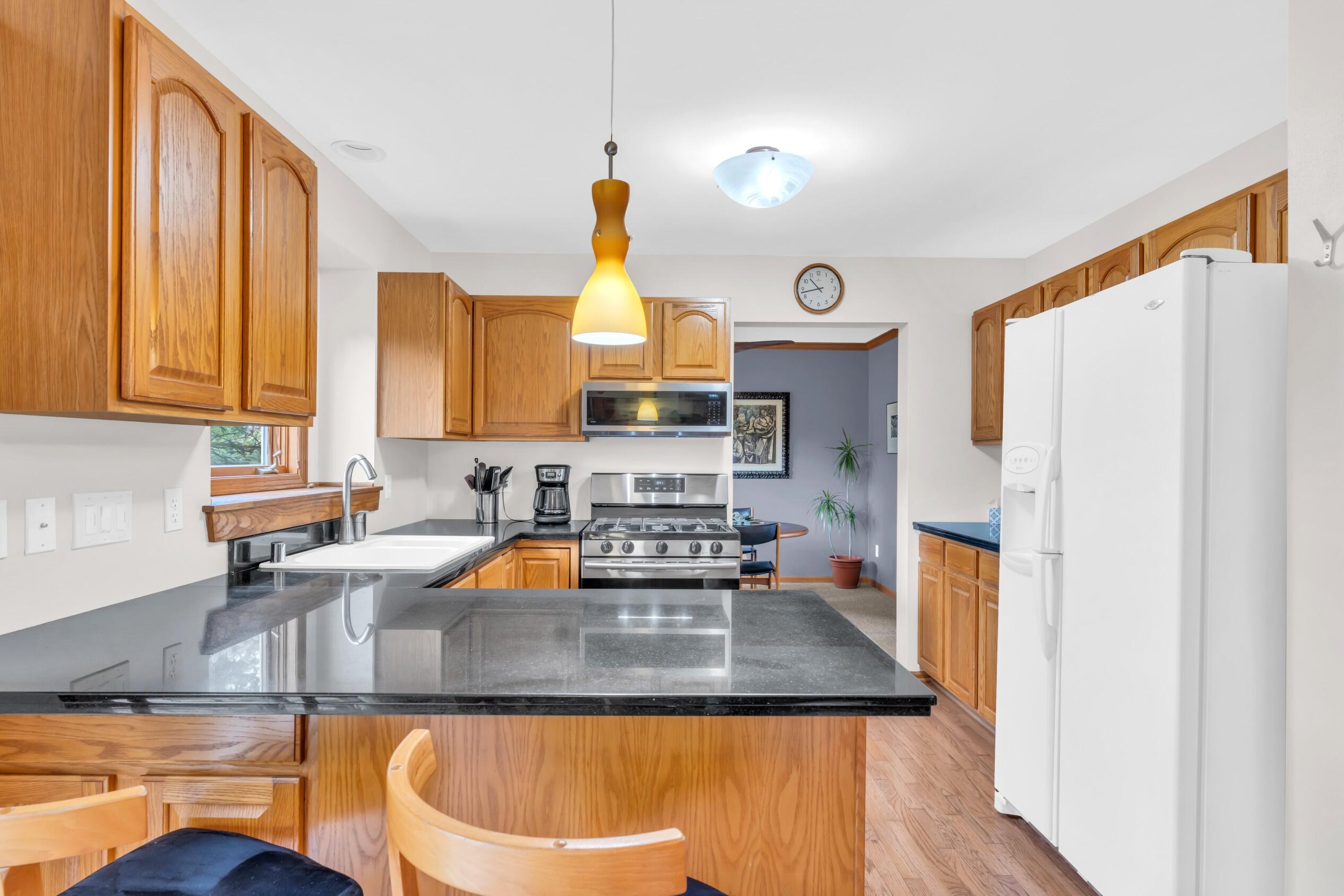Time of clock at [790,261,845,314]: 10:42
